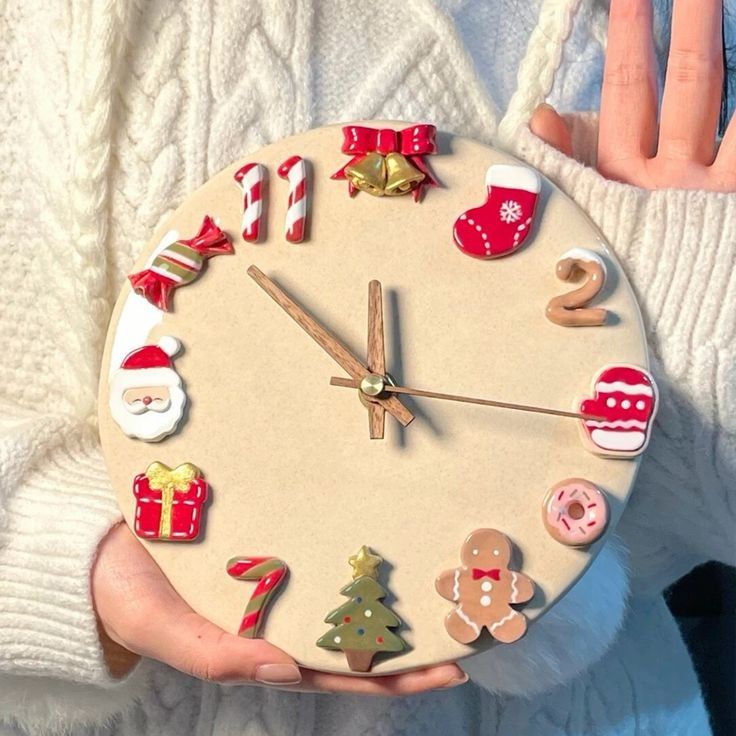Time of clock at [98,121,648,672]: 11:52
